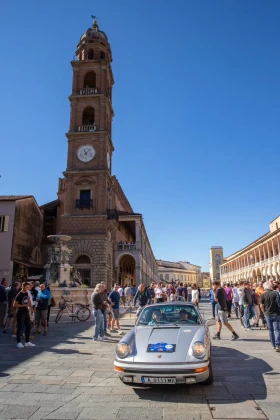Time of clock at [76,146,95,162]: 11:07
